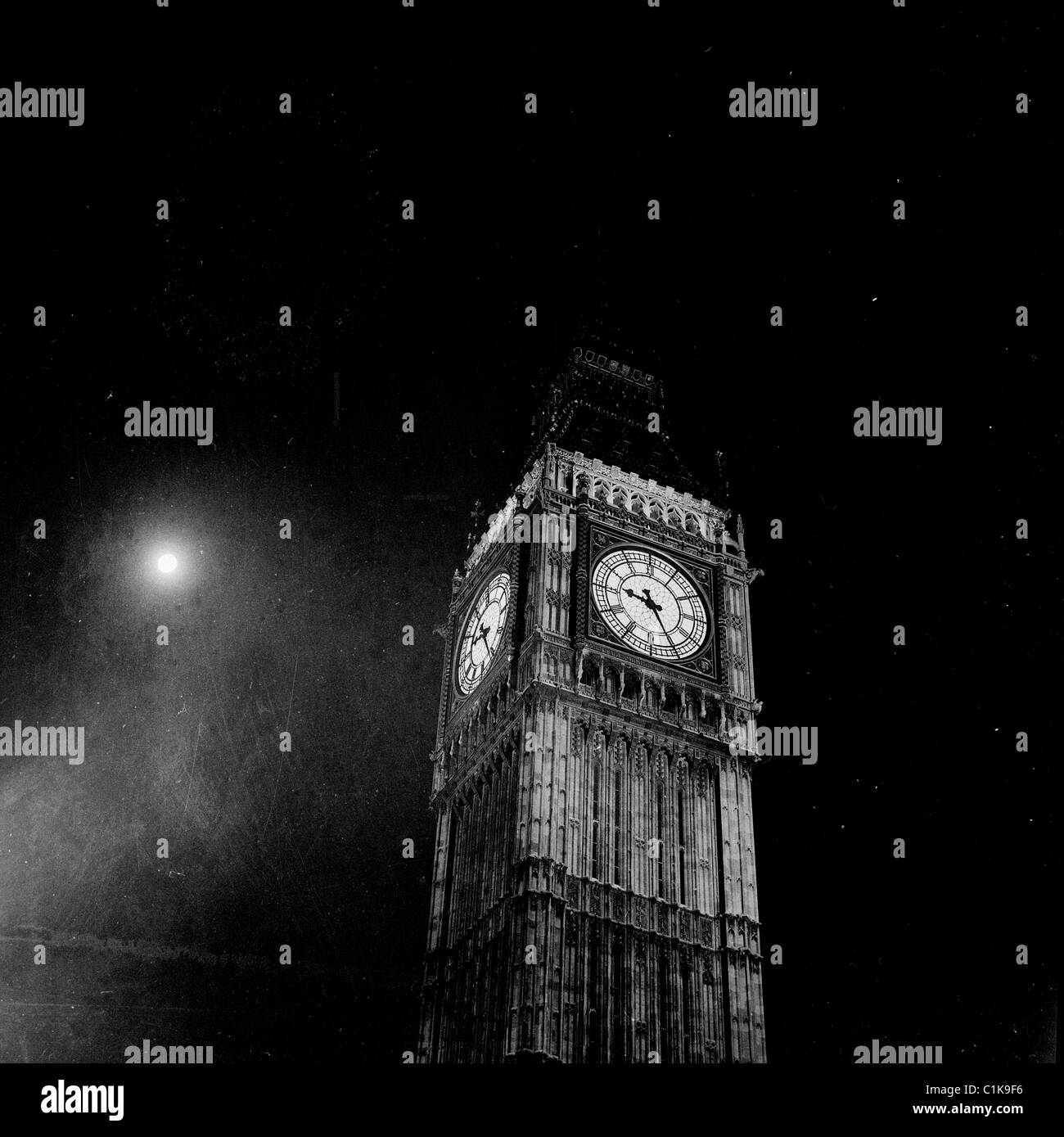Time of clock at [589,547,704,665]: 9:25
